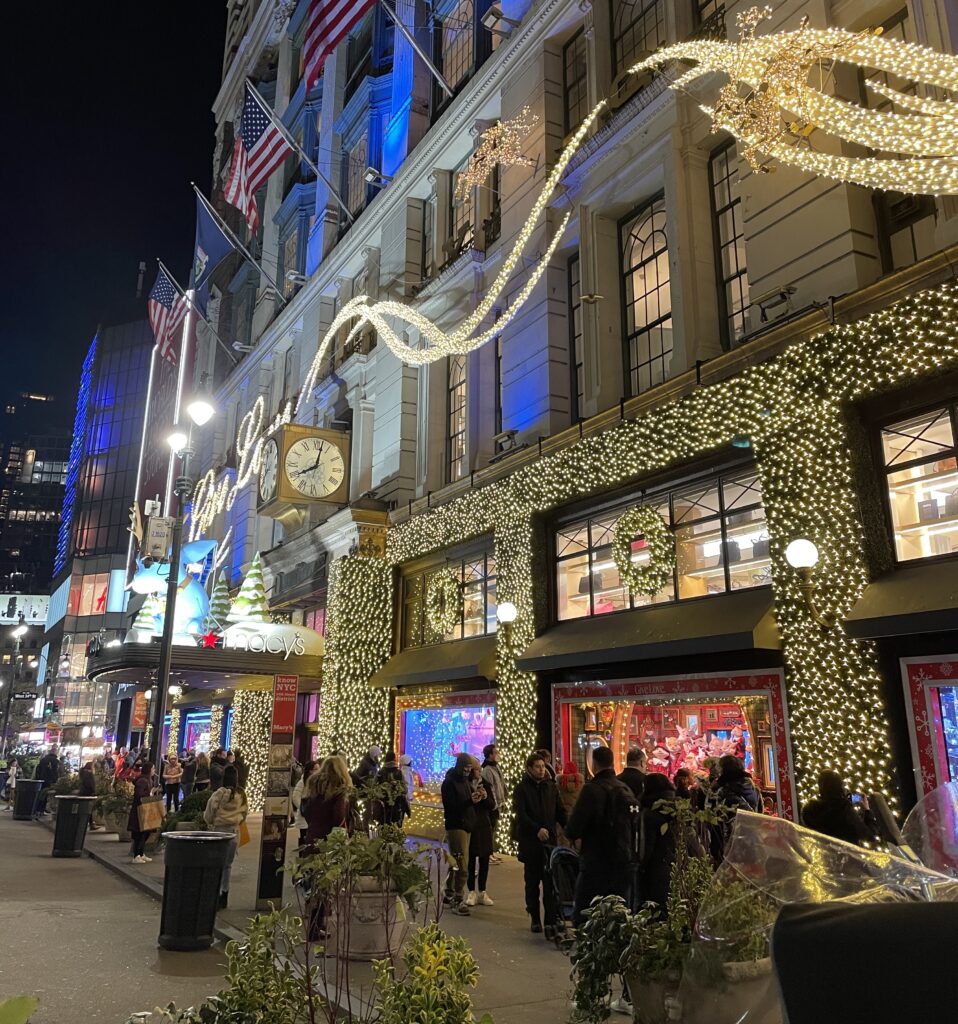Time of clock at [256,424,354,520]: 8:02
